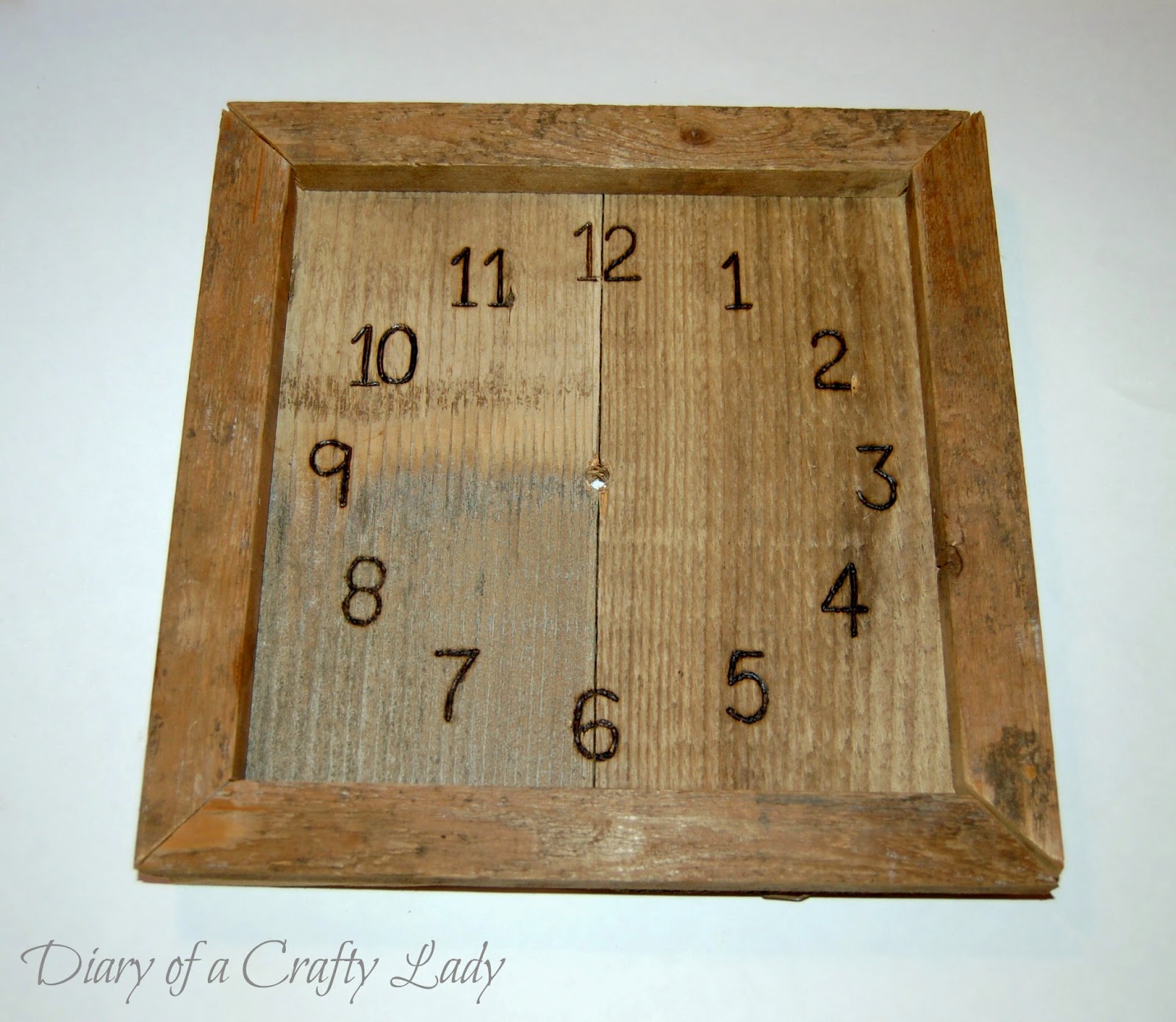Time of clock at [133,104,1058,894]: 6:00
